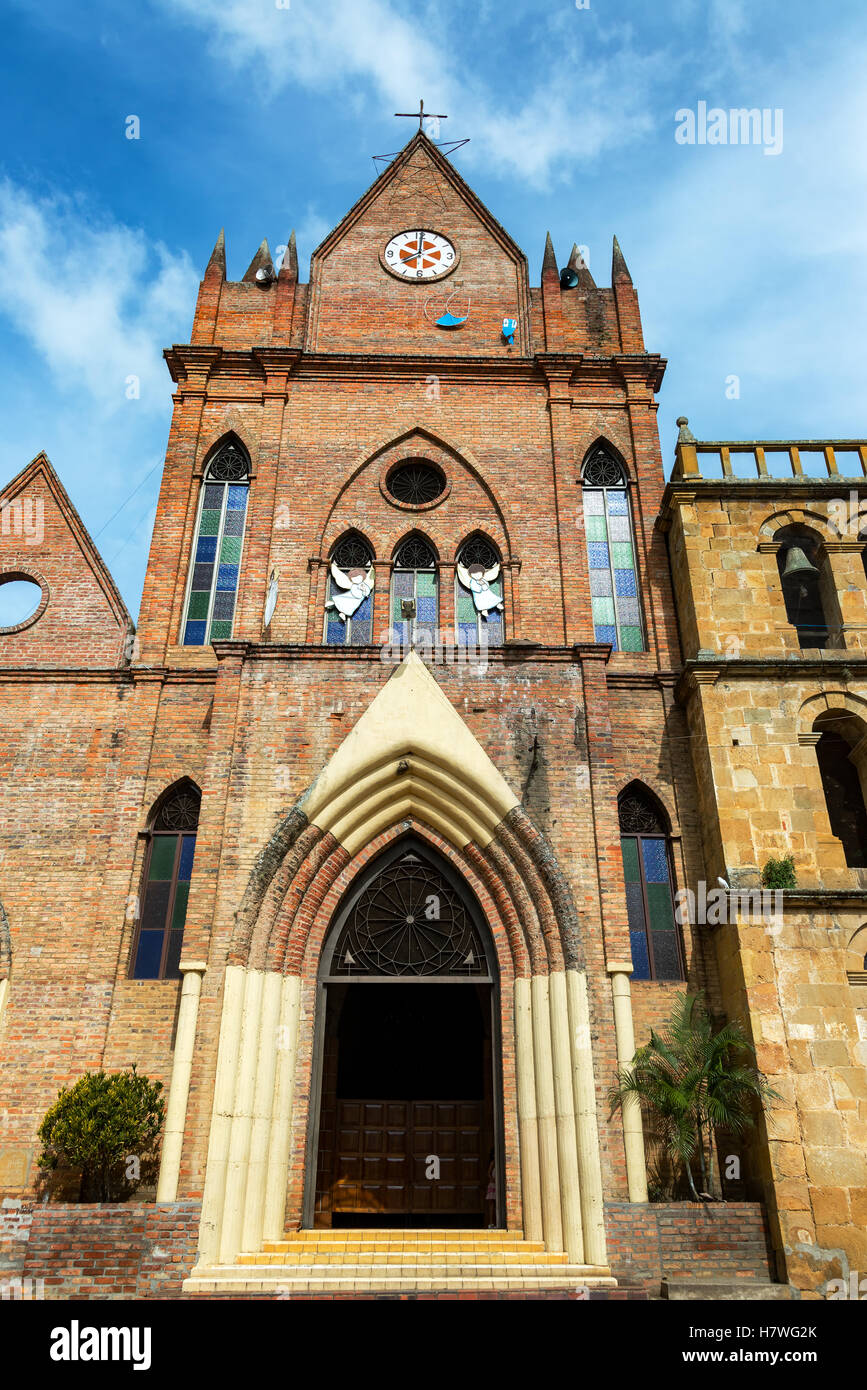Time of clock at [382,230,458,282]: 10:00
